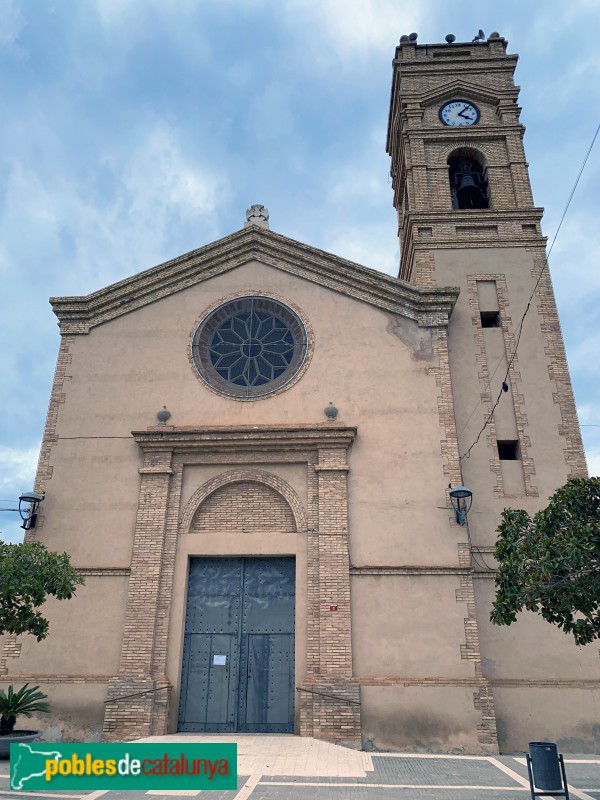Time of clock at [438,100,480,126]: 4:07
